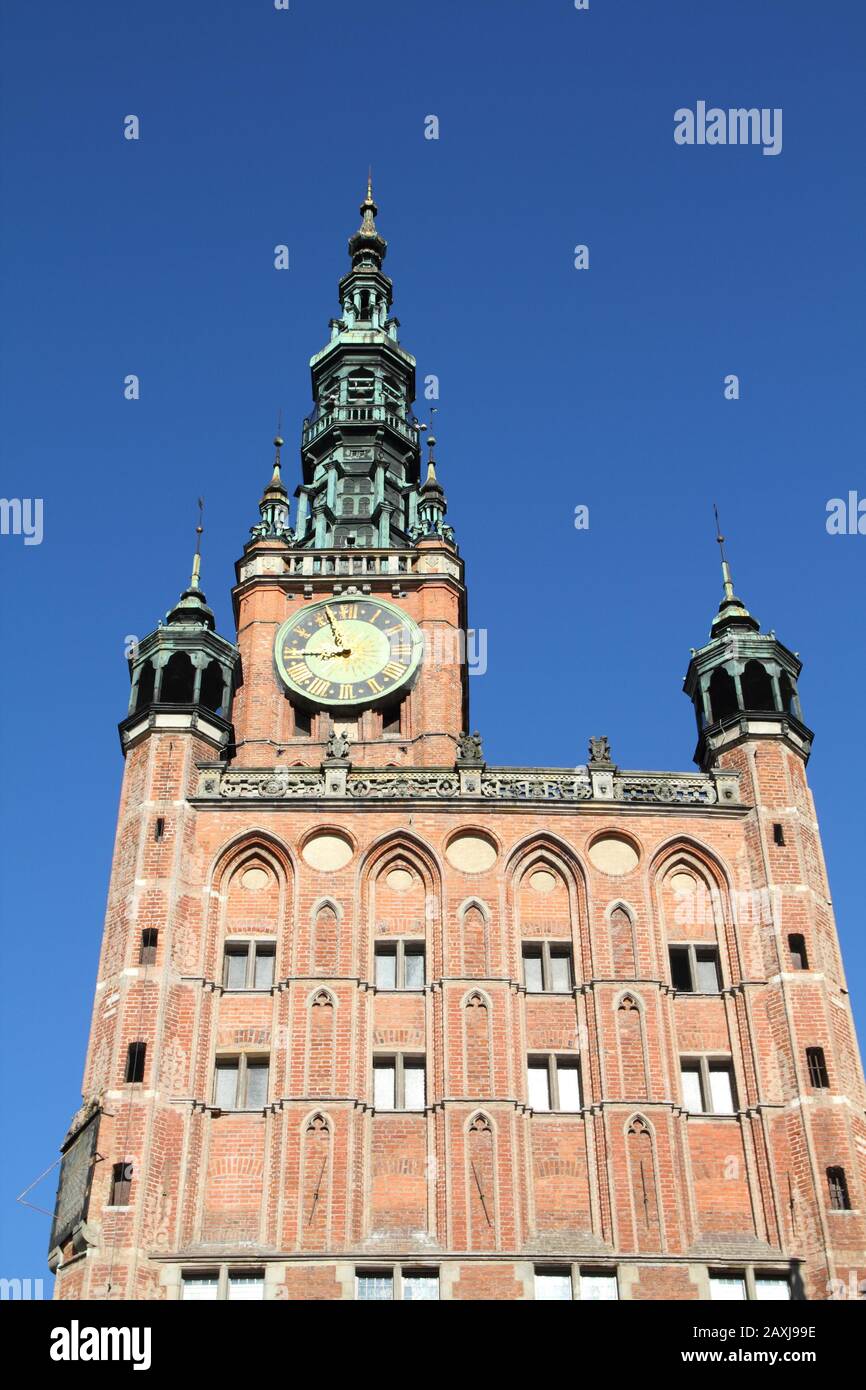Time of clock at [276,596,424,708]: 8:56
